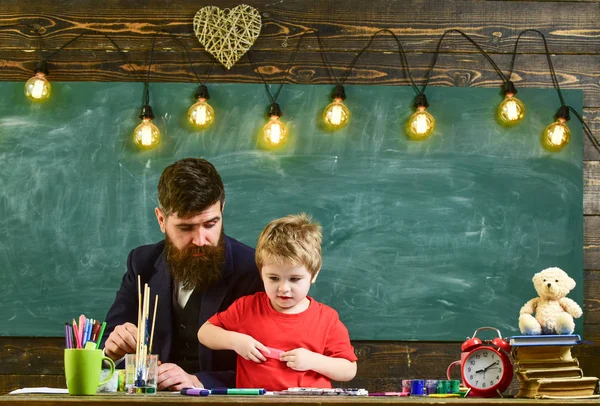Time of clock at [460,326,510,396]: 8:09
